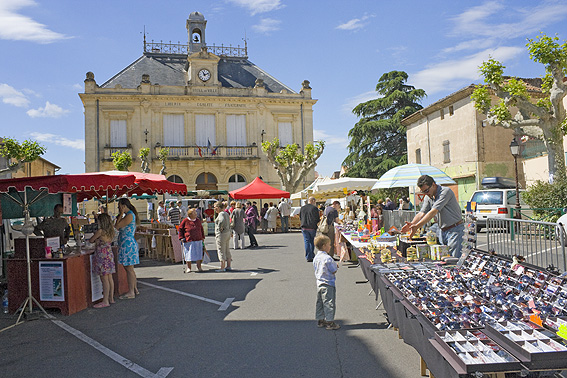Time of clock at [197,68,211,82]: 11:11
